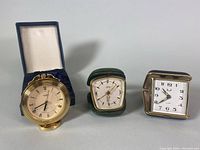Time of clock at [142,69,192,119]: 10:39
